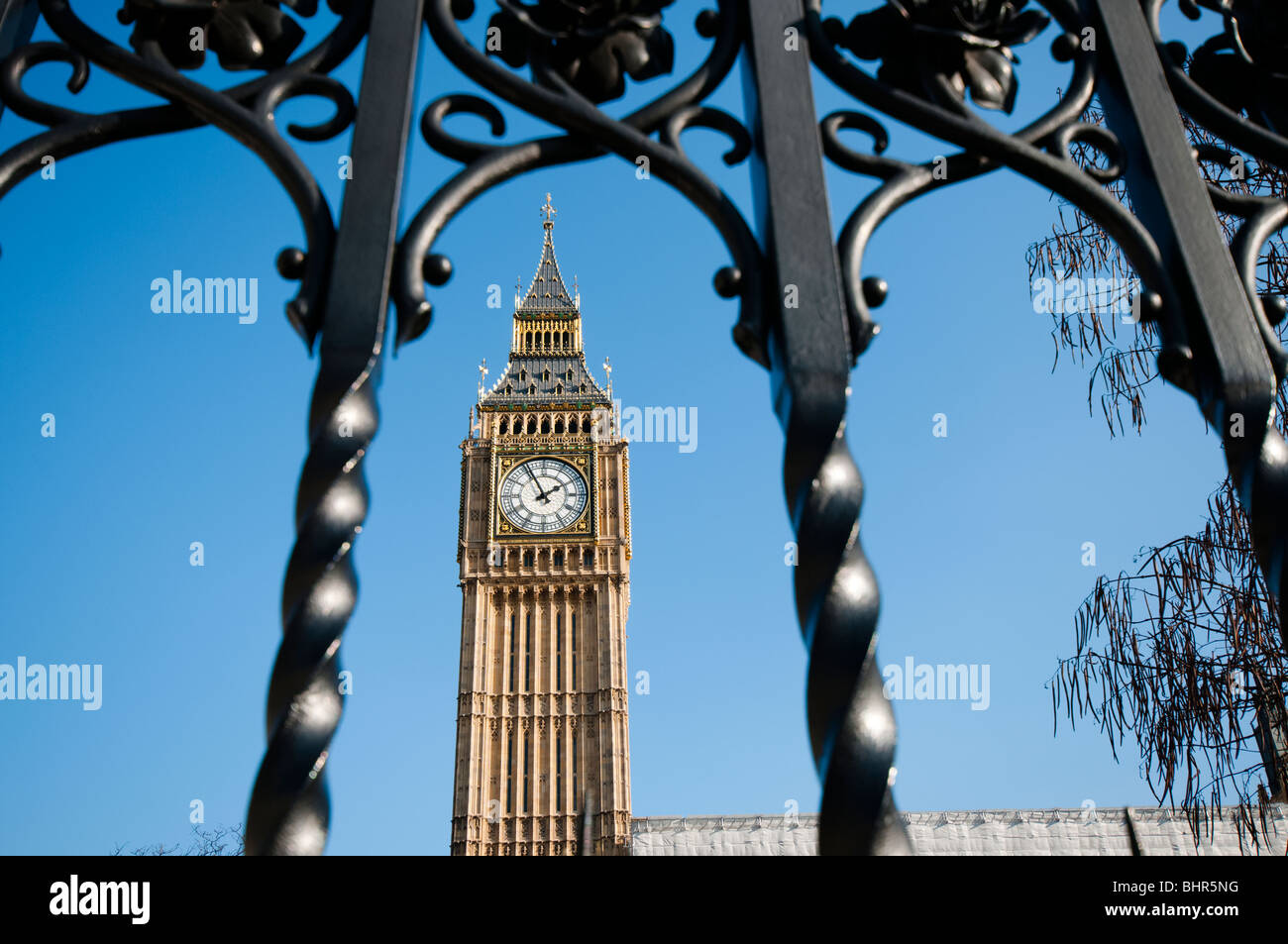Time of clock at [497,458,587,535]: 1:56
